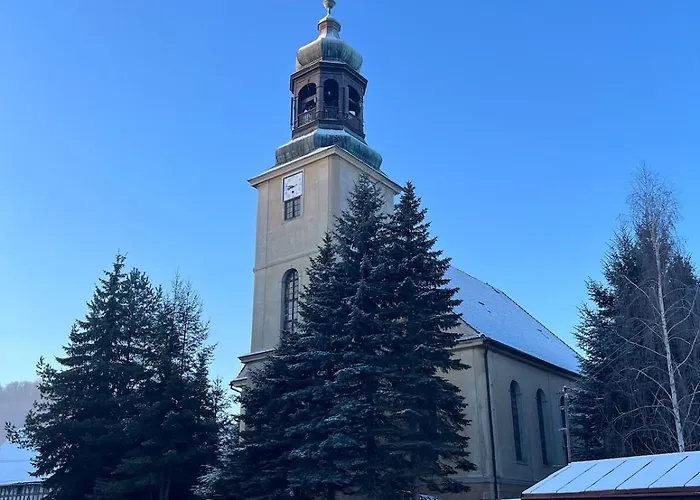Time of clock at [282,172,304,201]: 8:47
